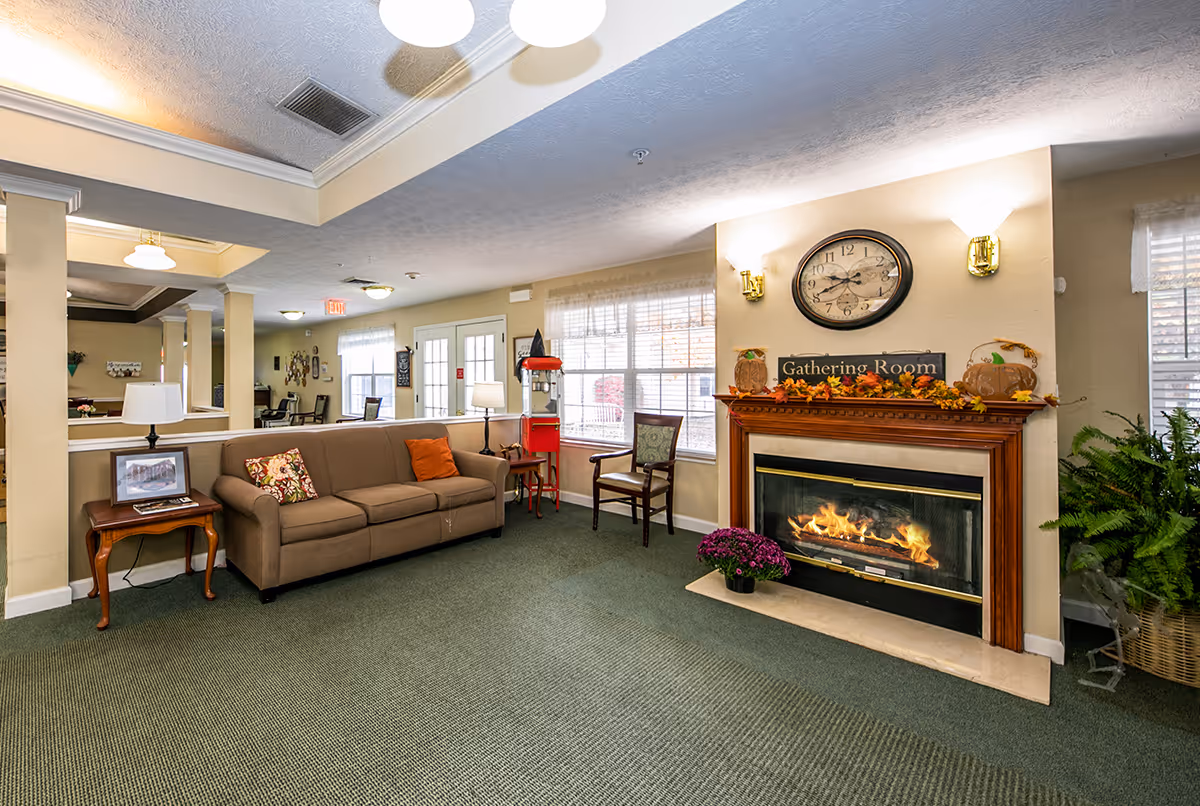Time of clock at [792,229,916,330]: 9:41
